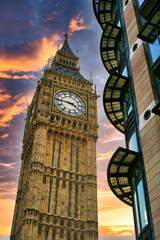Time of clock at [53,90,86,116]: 3:45
